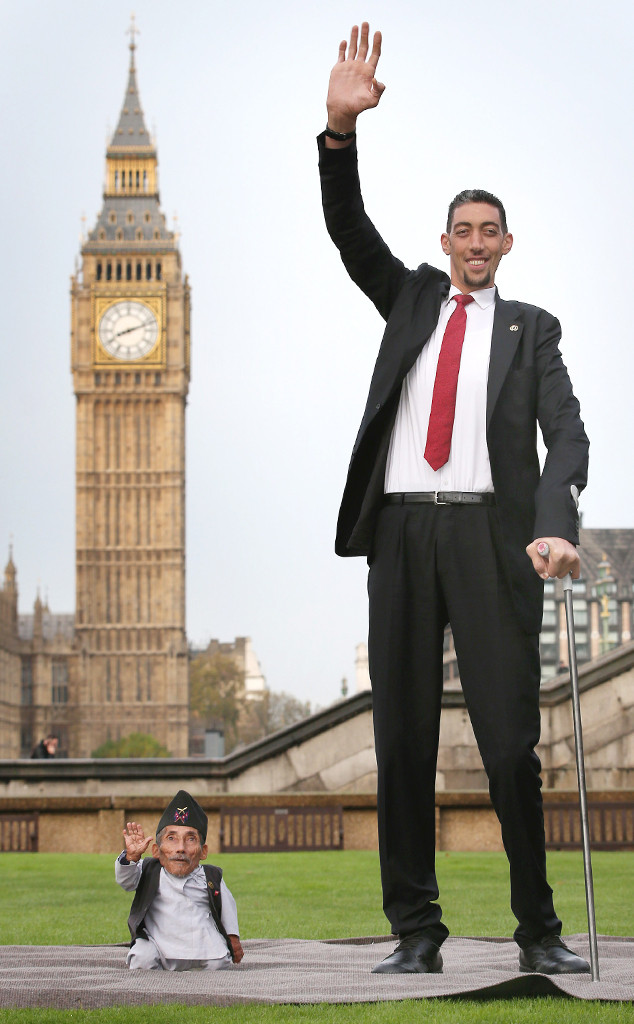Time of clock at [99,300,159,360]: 8:11
